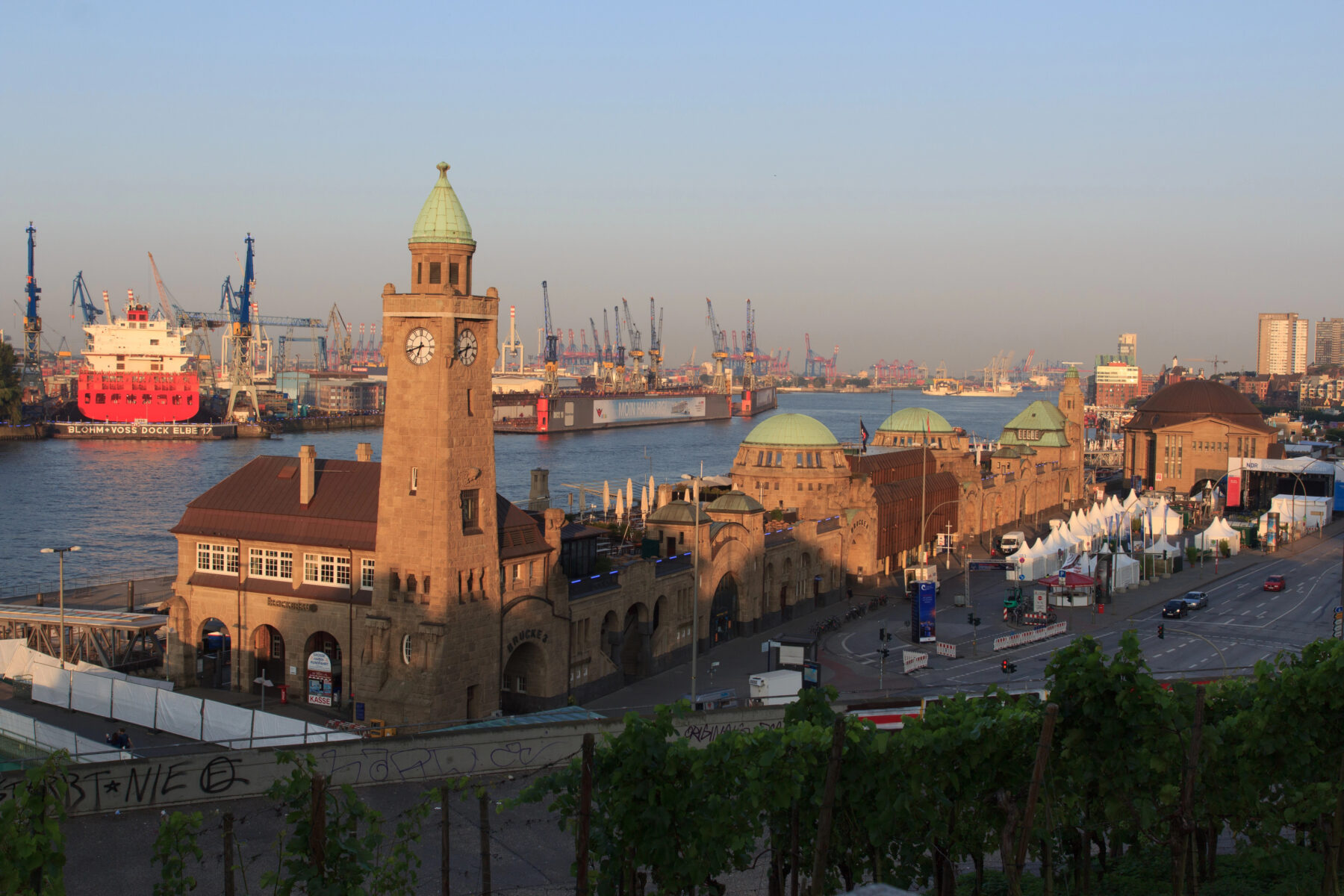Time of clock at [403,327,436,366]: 6:41
